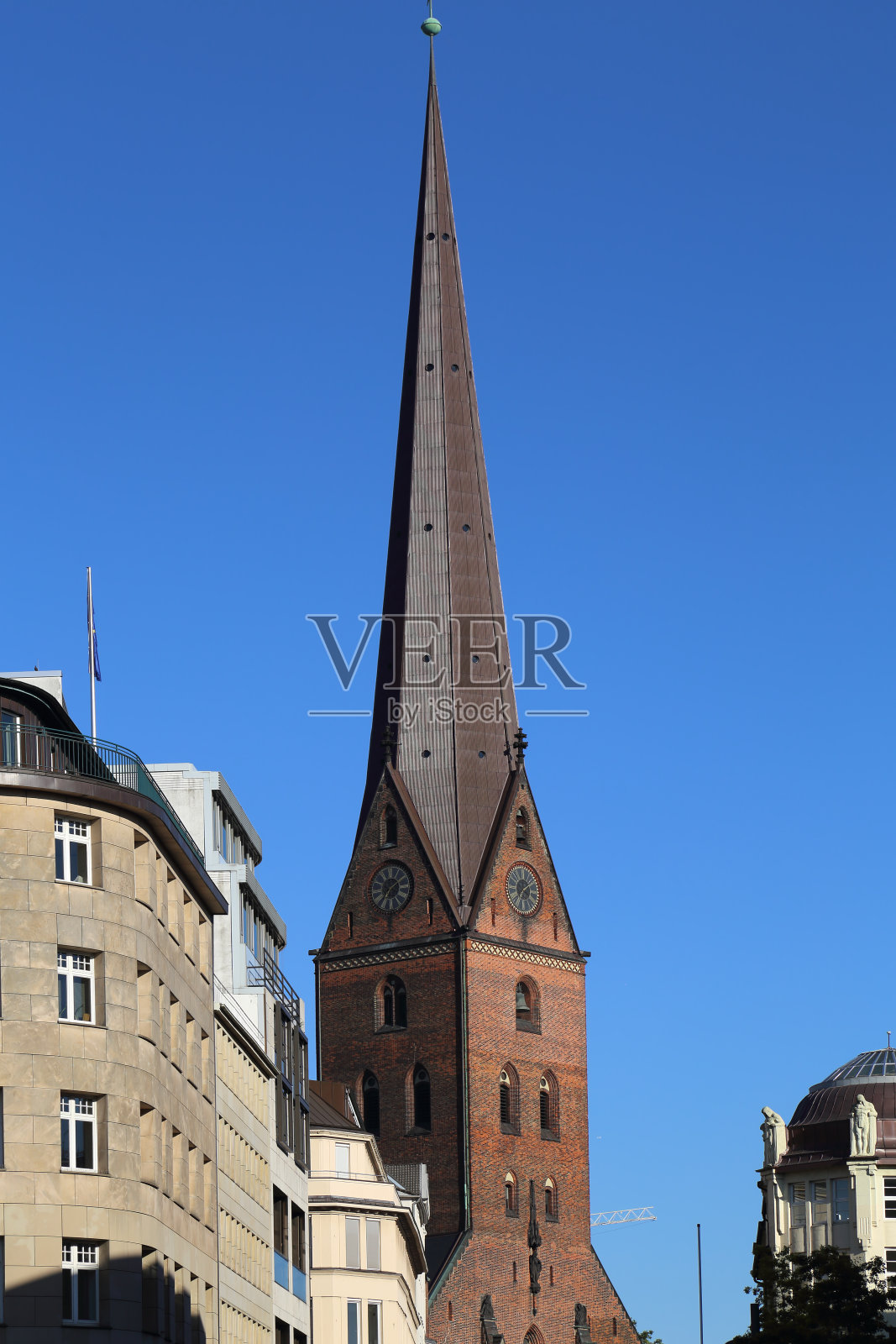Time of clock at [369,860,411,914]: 7:09
